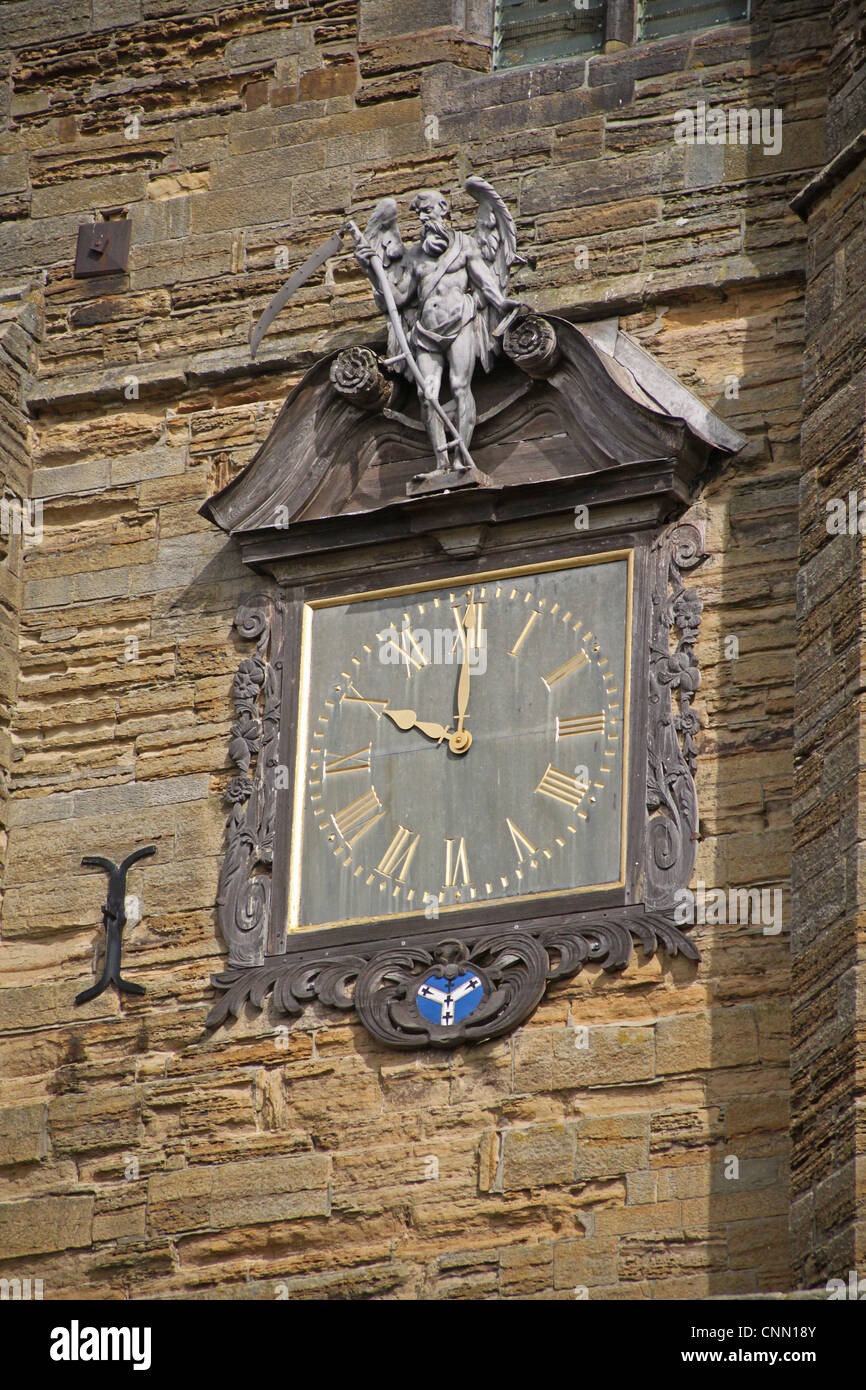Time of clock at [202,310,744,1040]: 10:00
